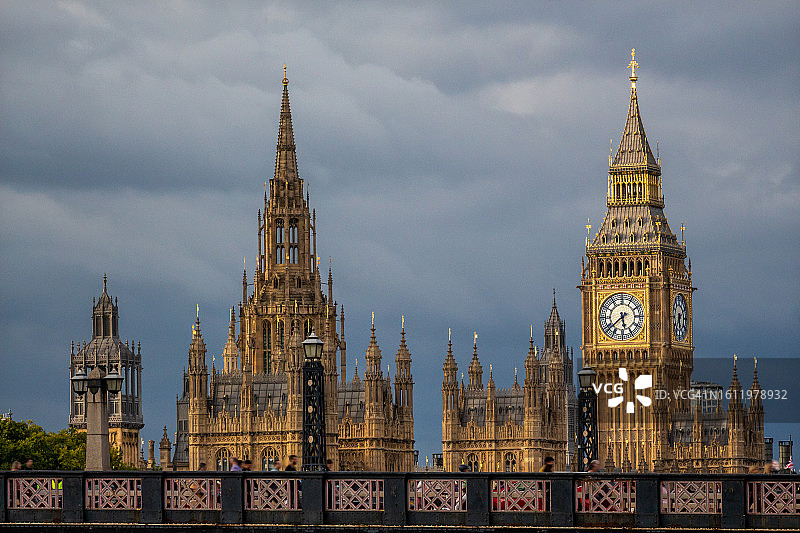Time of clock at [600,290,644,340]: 5:38
